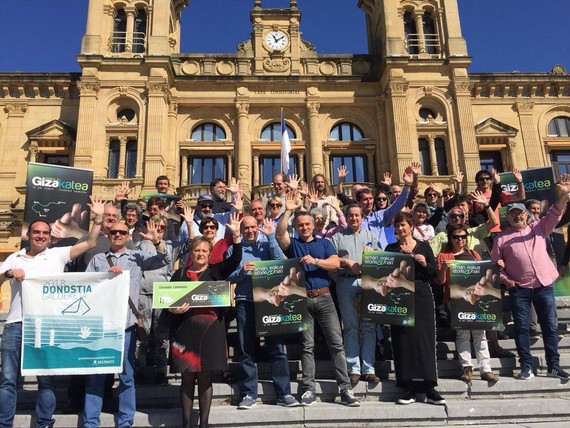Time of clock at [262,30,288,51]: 11:09
